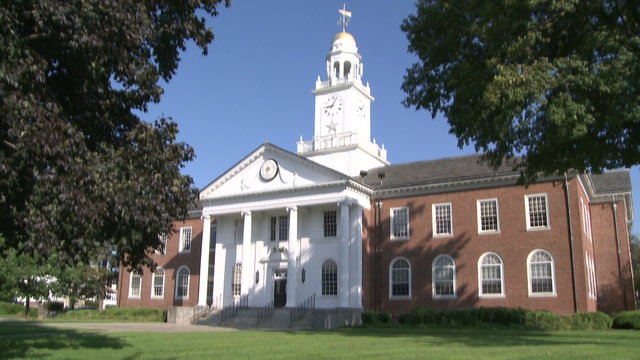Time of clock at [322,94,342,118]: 9:05
